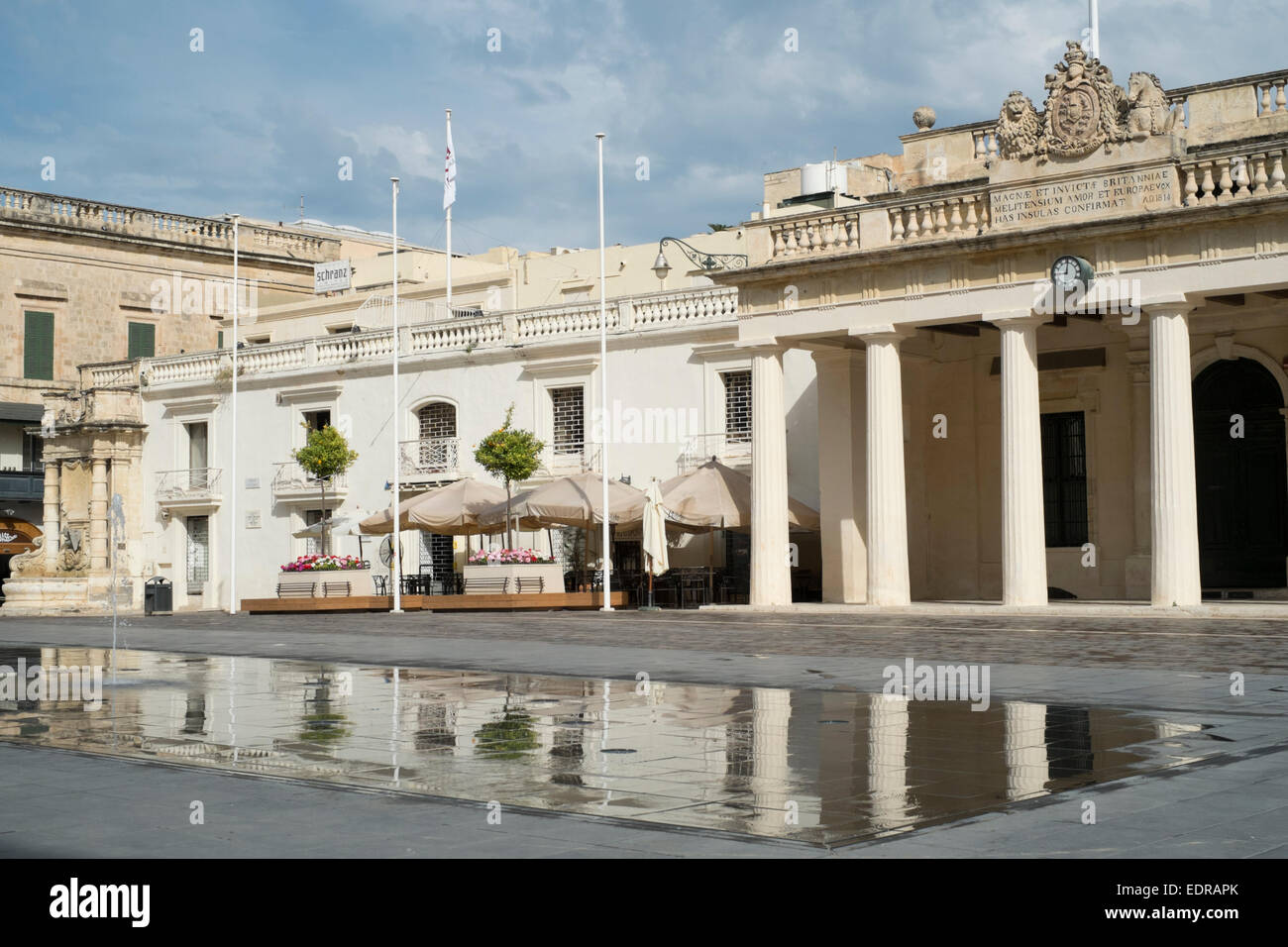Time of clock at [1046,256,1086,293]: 9:01
